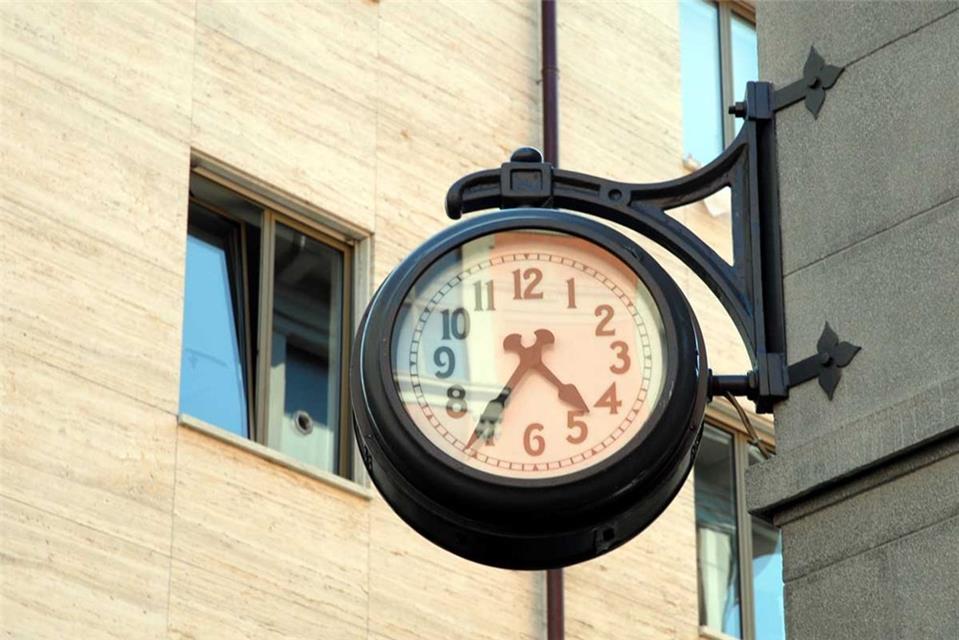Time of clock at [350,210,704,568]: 4:35
